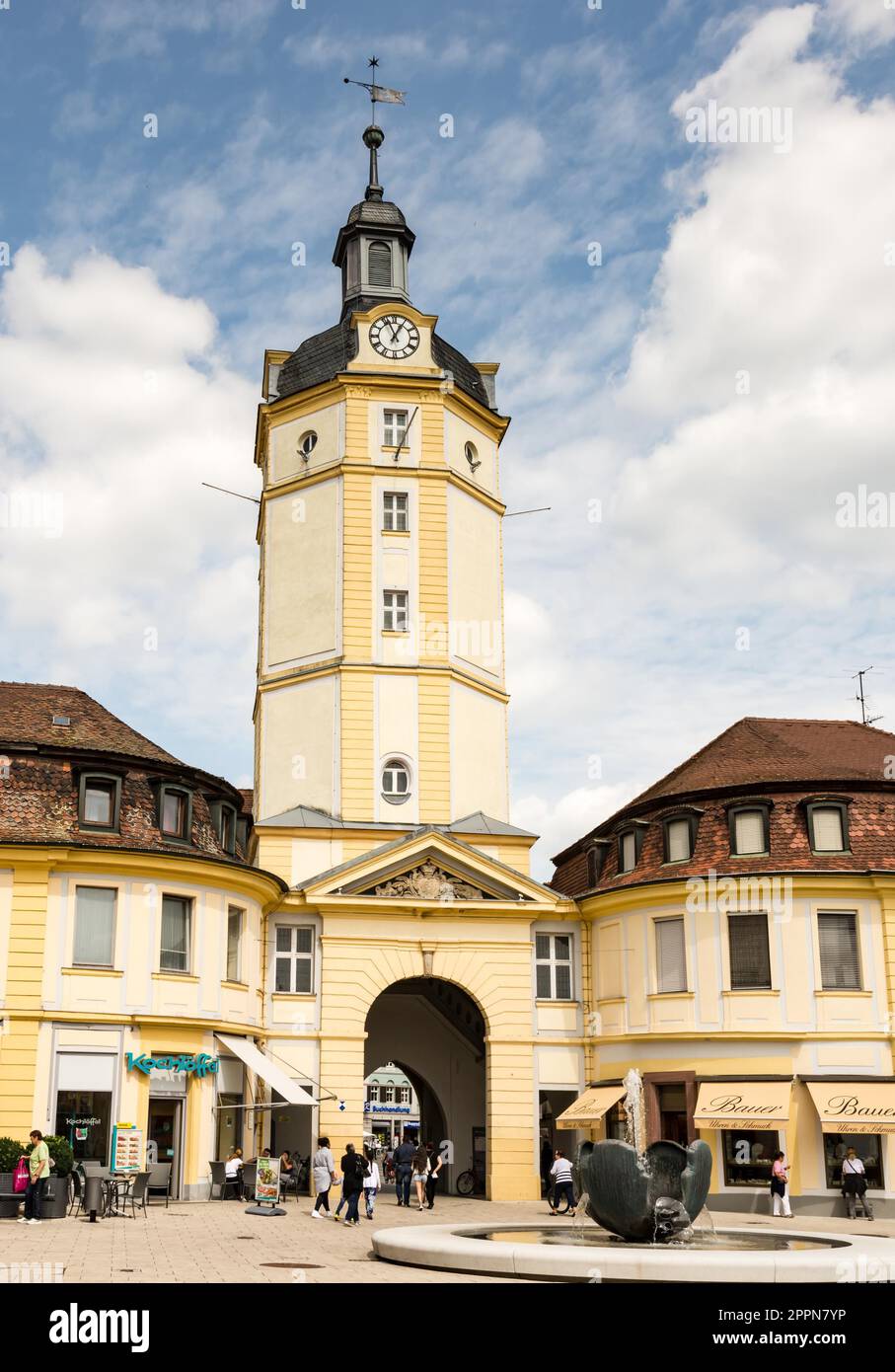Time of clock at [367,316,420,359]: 12:56
